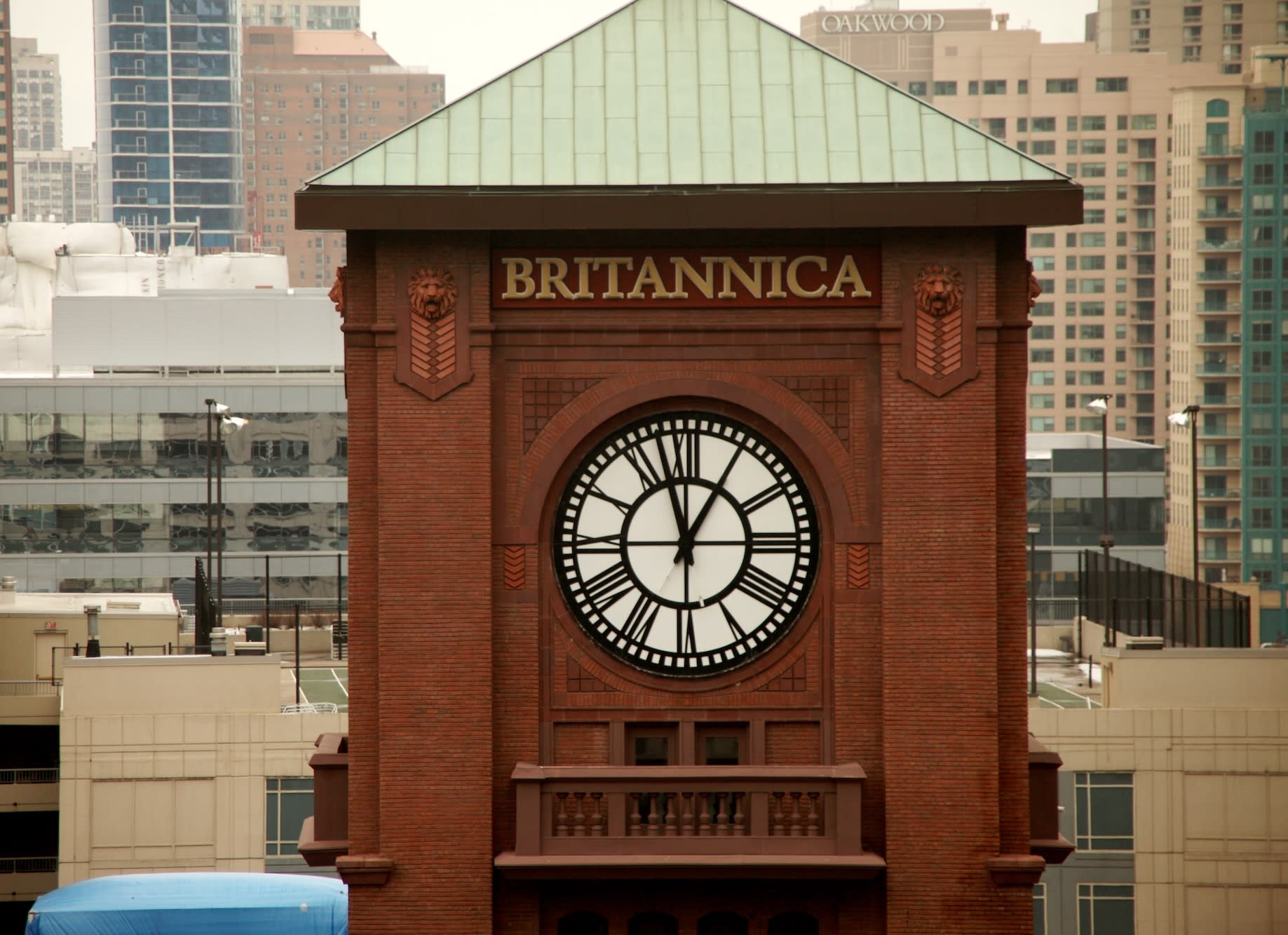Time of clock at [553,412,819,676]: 12:57
